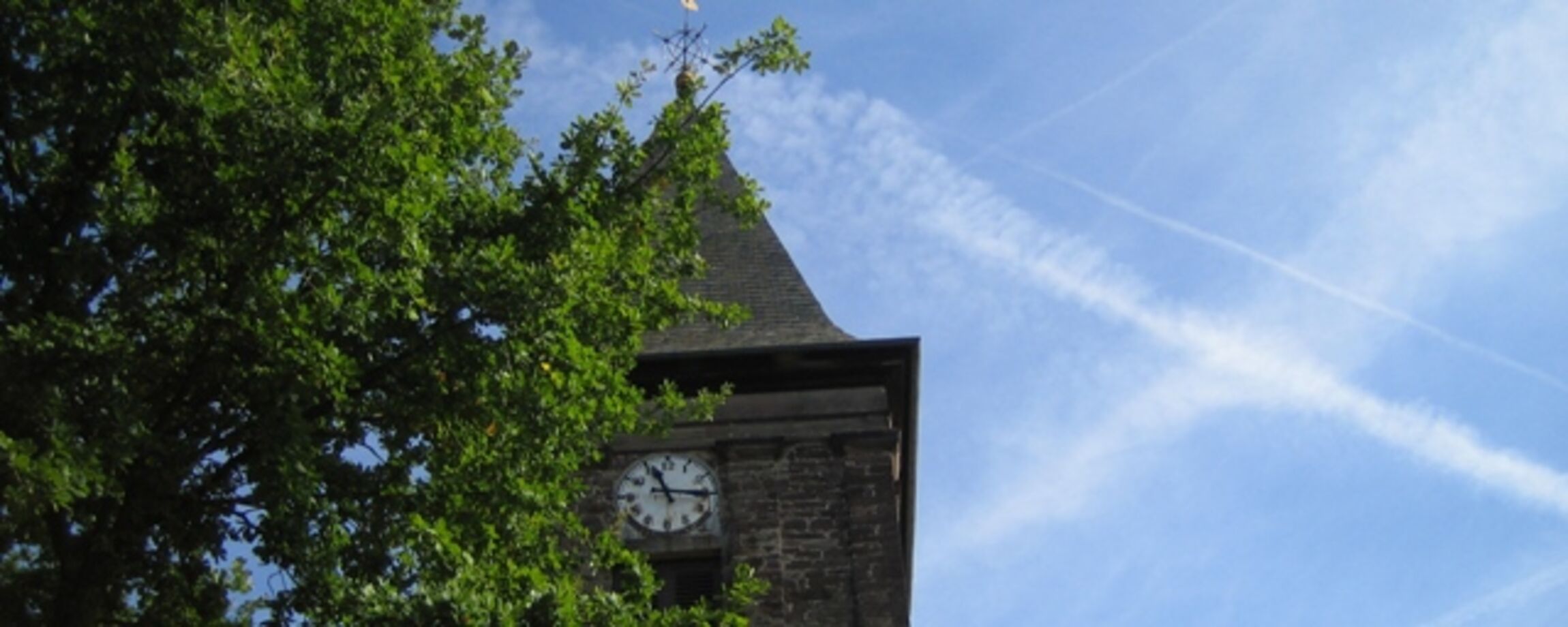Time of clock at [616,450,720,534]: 11:15
